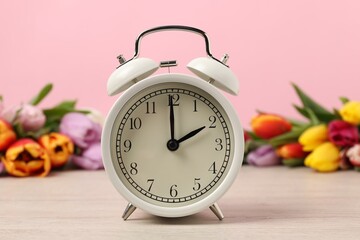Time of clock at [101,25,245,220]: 2:00
